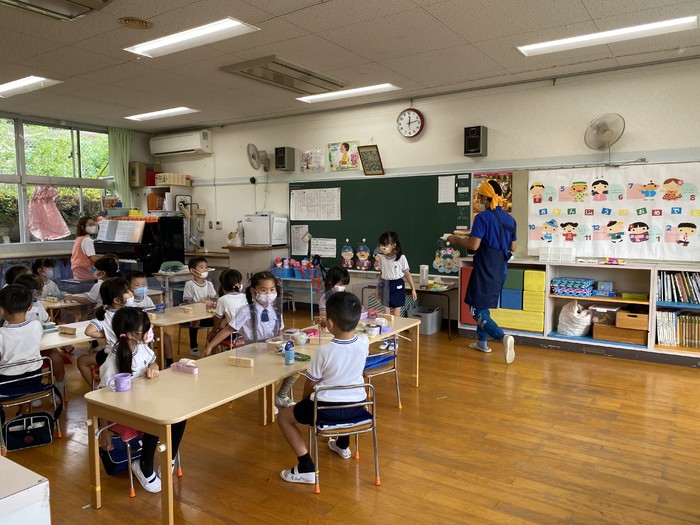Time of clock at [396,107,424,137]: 12:12
